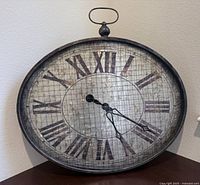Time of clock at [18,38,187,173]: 5:19
